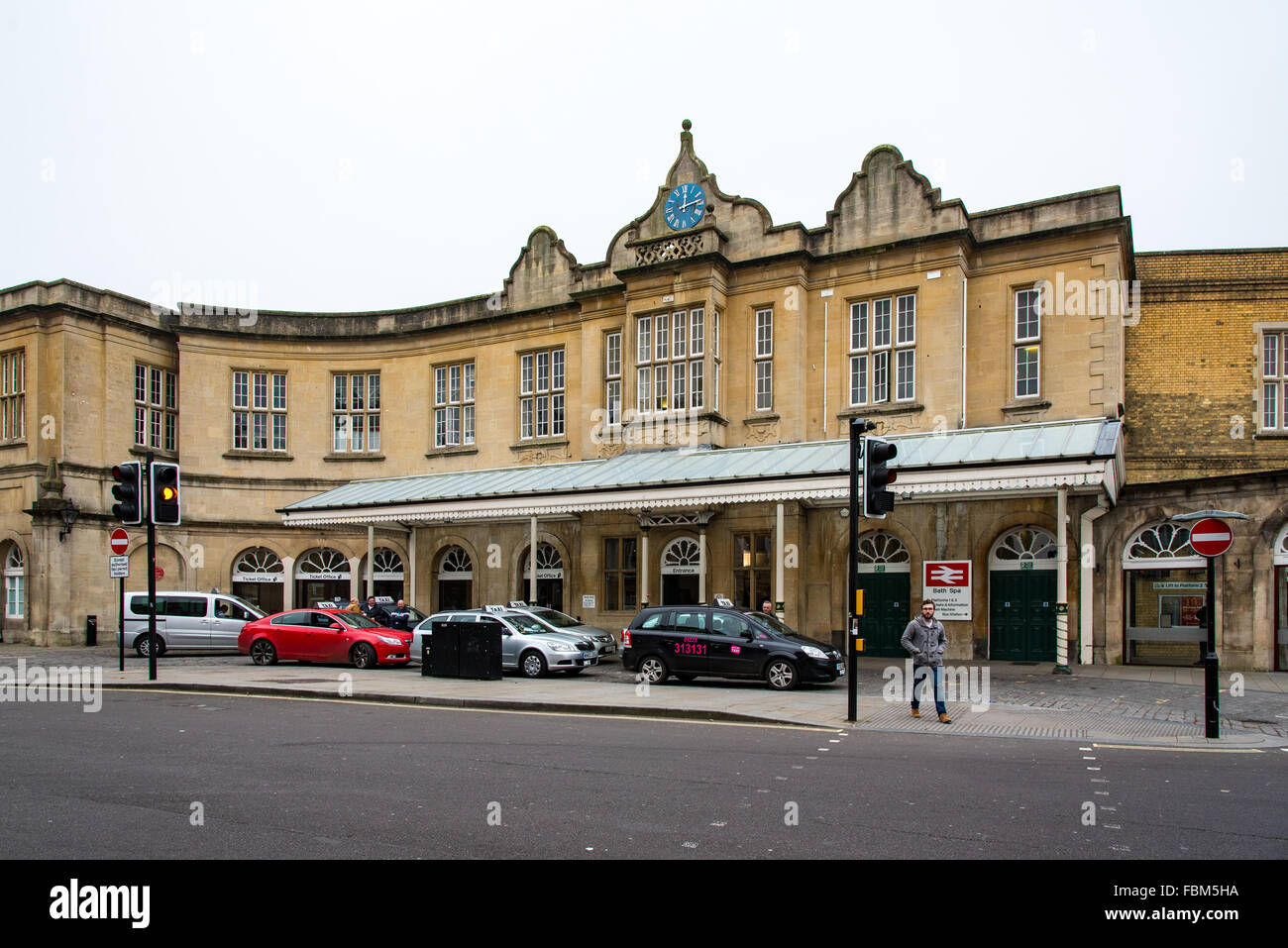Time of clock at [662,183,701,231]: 12:13
